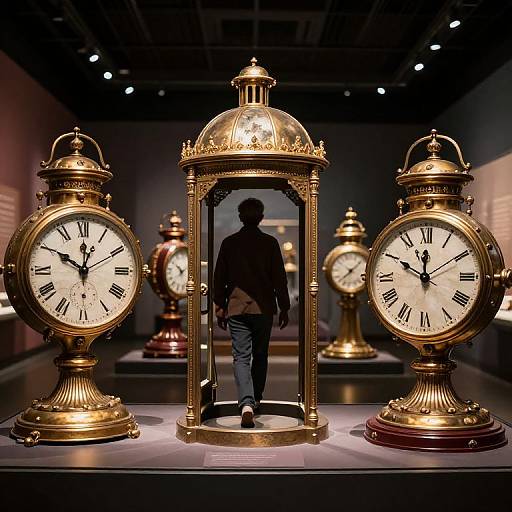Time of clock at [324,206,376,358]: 11:50
